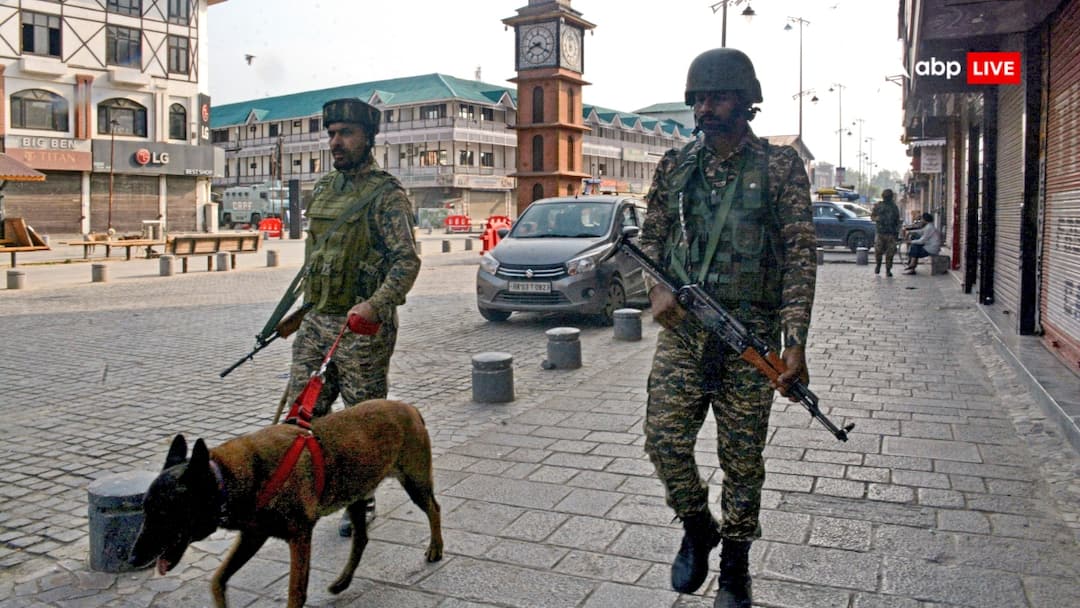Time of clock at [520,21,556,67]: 8:20
